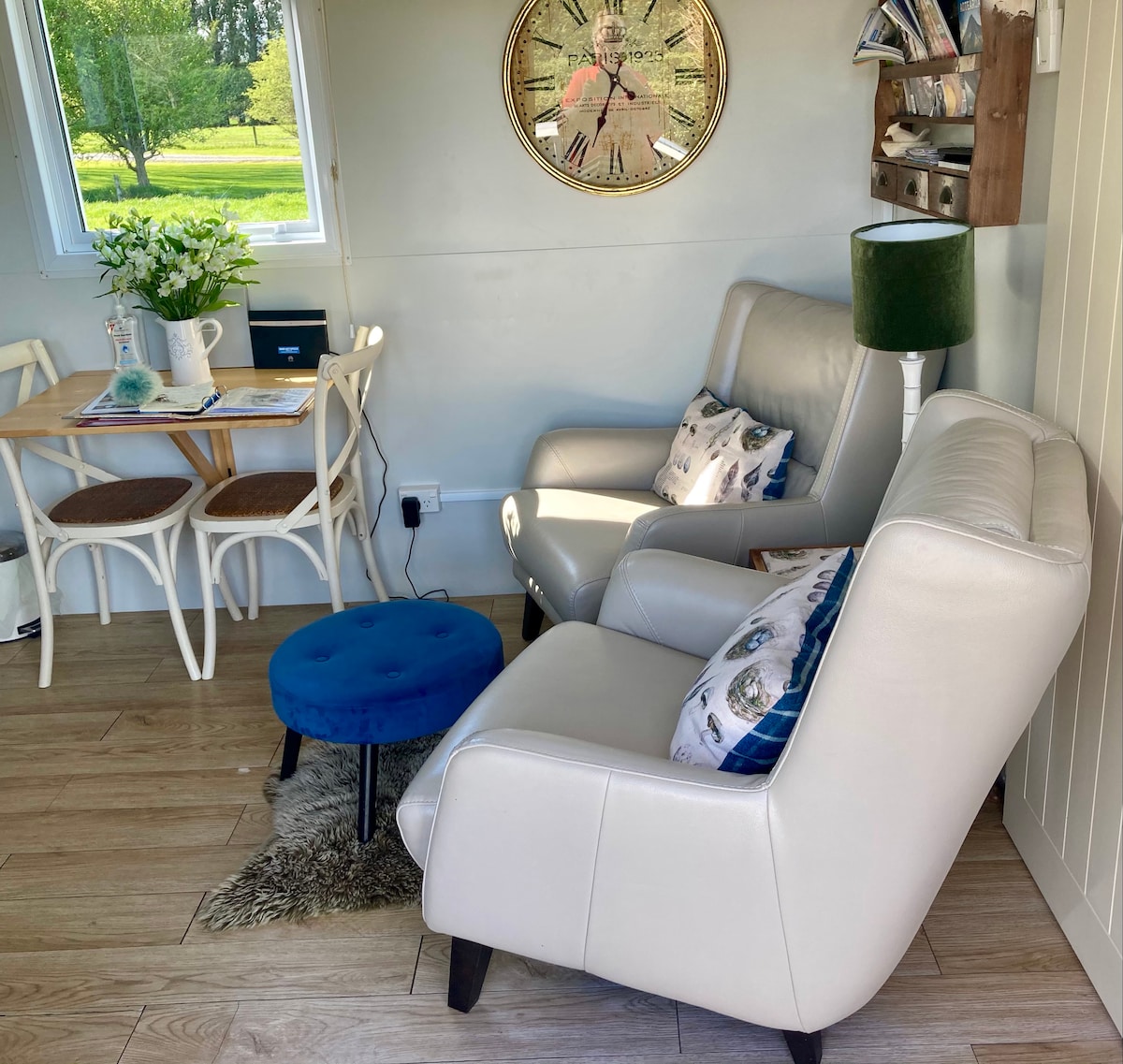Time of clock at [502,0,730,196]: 4:33
